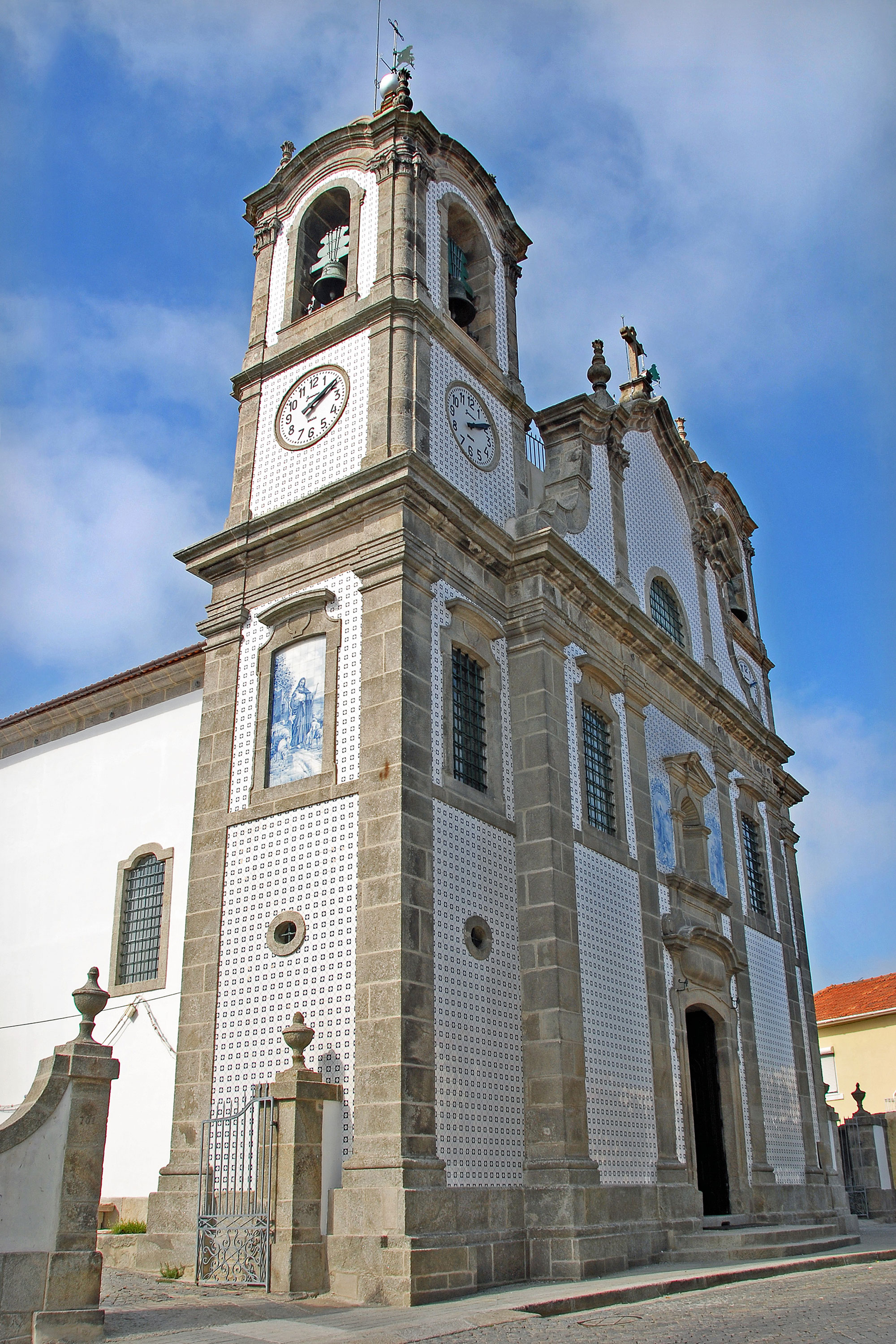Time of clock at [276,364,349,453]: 2:09
